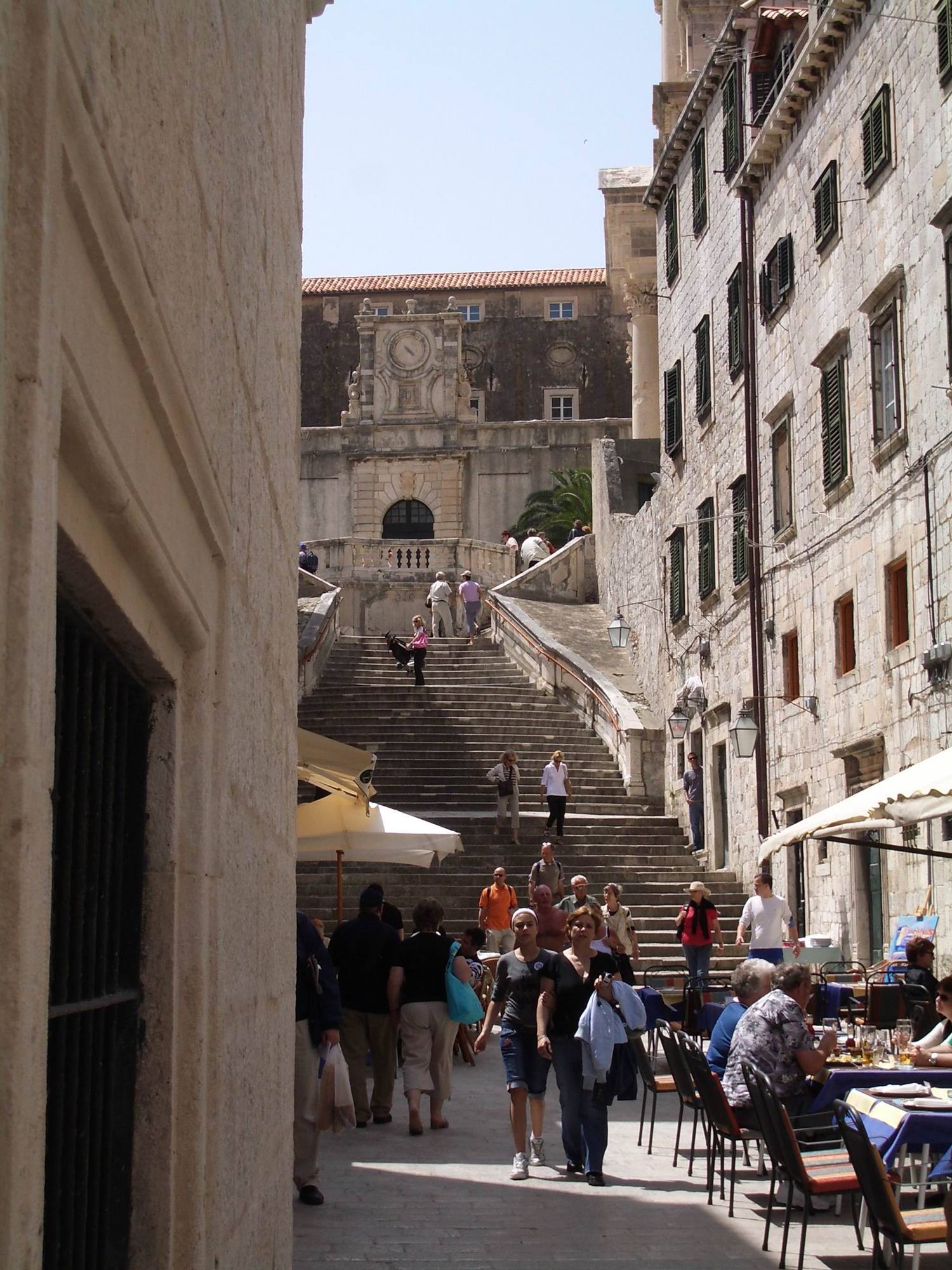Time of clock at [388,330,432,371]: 4:22
